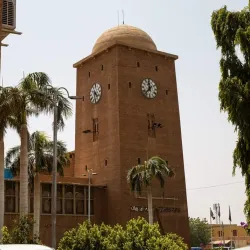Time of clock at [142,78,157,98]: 11:37
